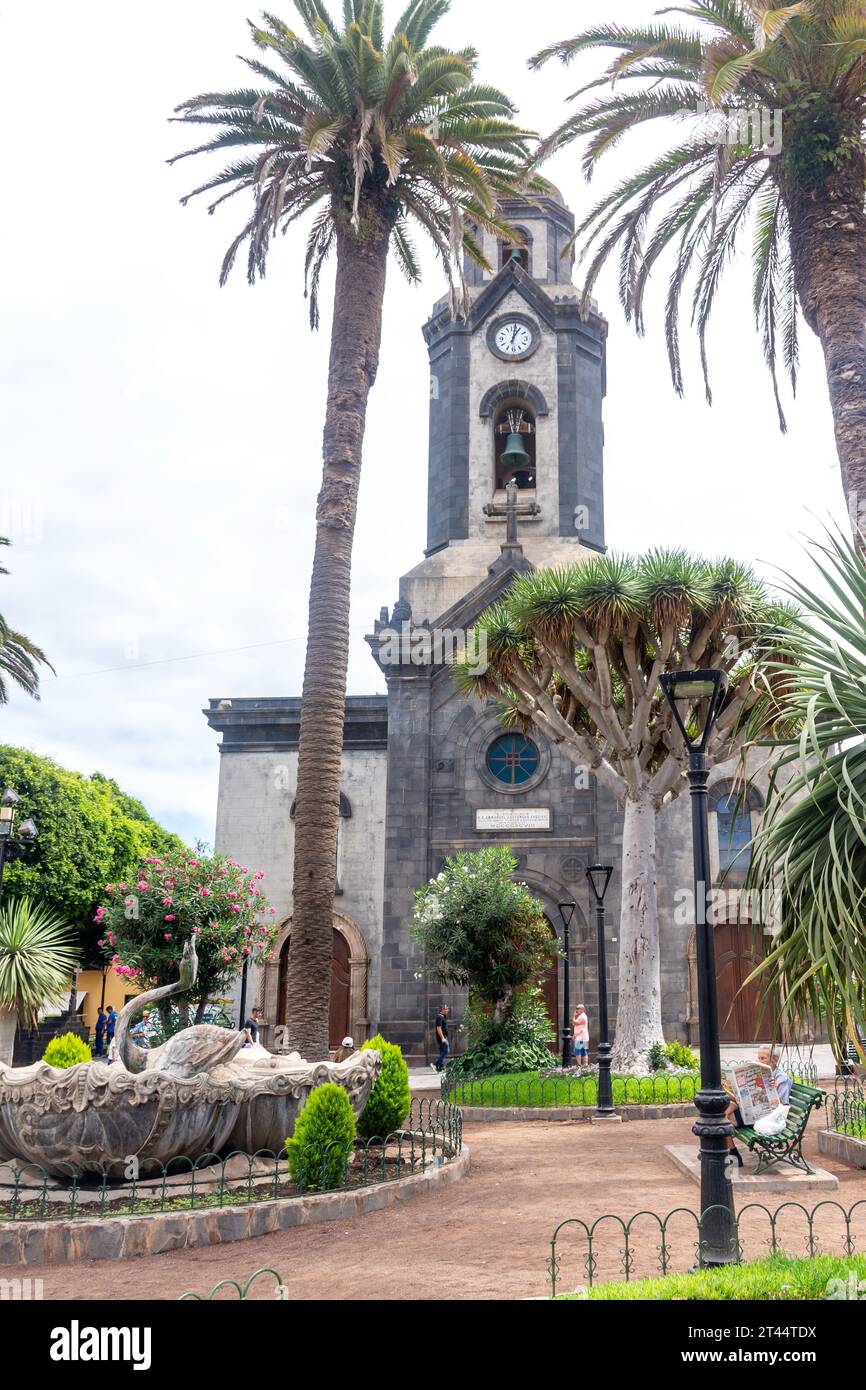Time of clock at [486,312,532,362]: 1:01
